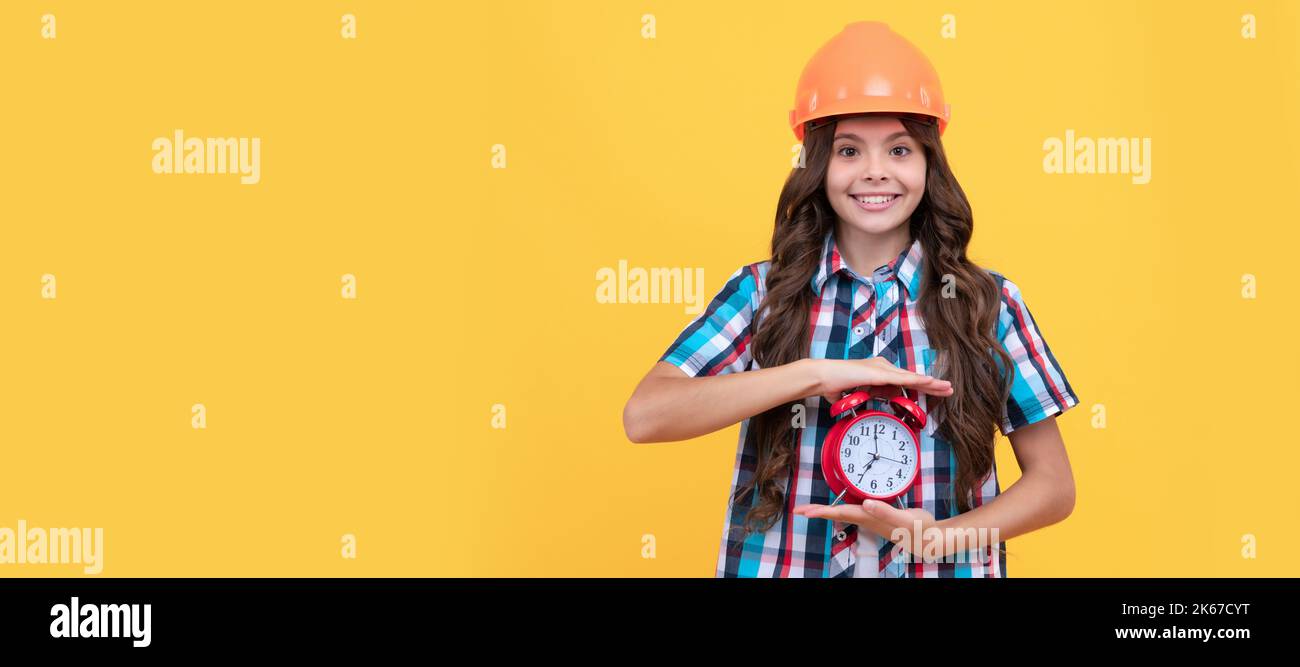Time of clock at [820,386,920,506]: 6:58
